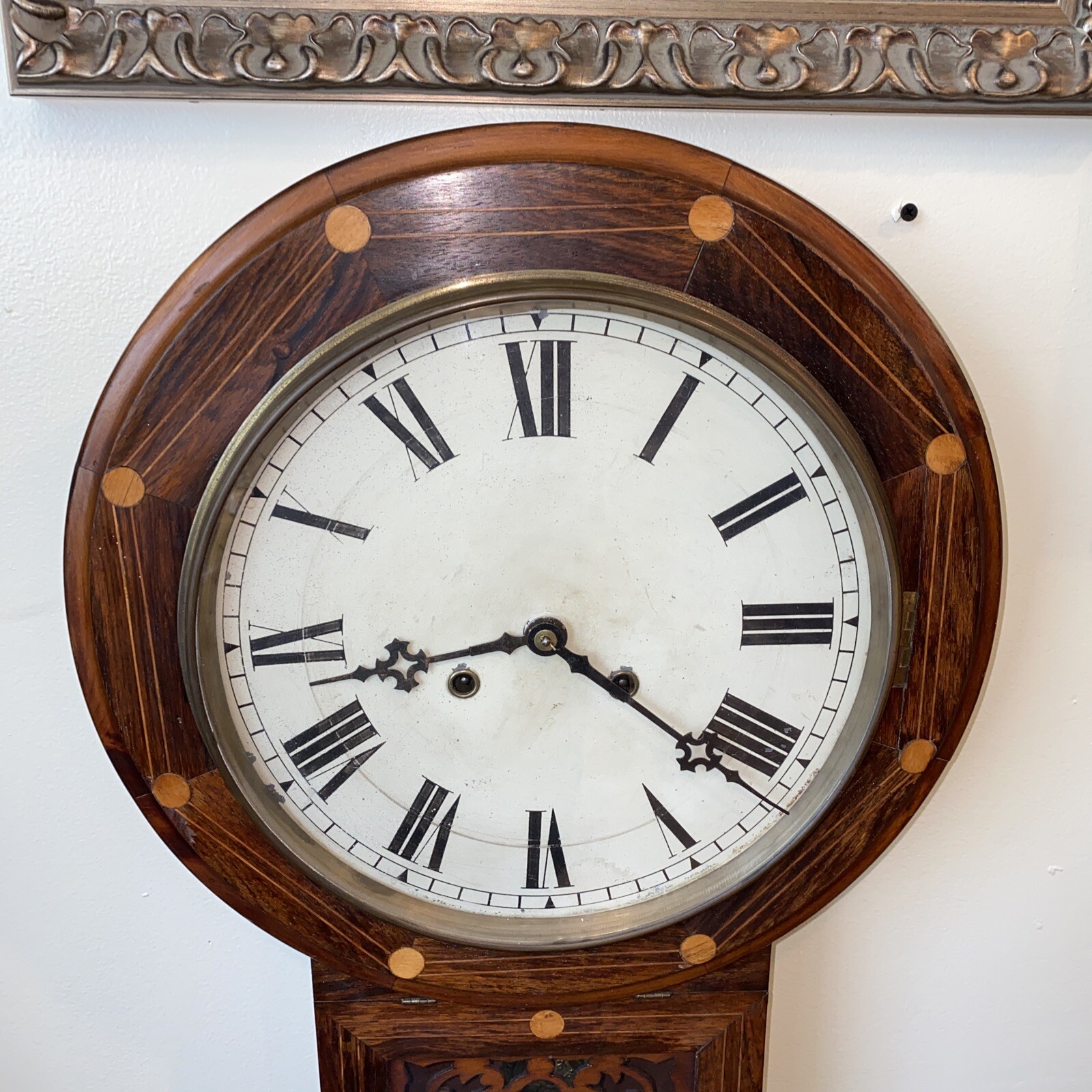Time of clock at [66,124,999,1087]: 8:21
